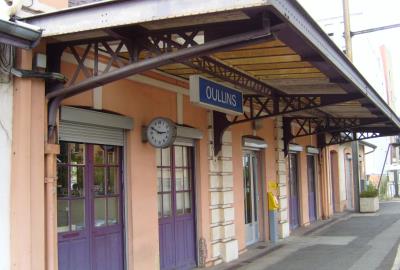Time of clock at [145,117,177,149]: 2:49
